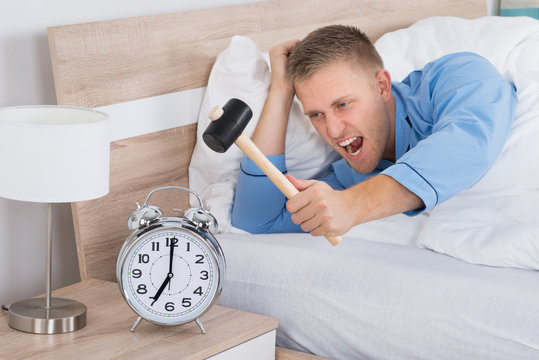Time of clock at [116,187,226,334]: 7:00
